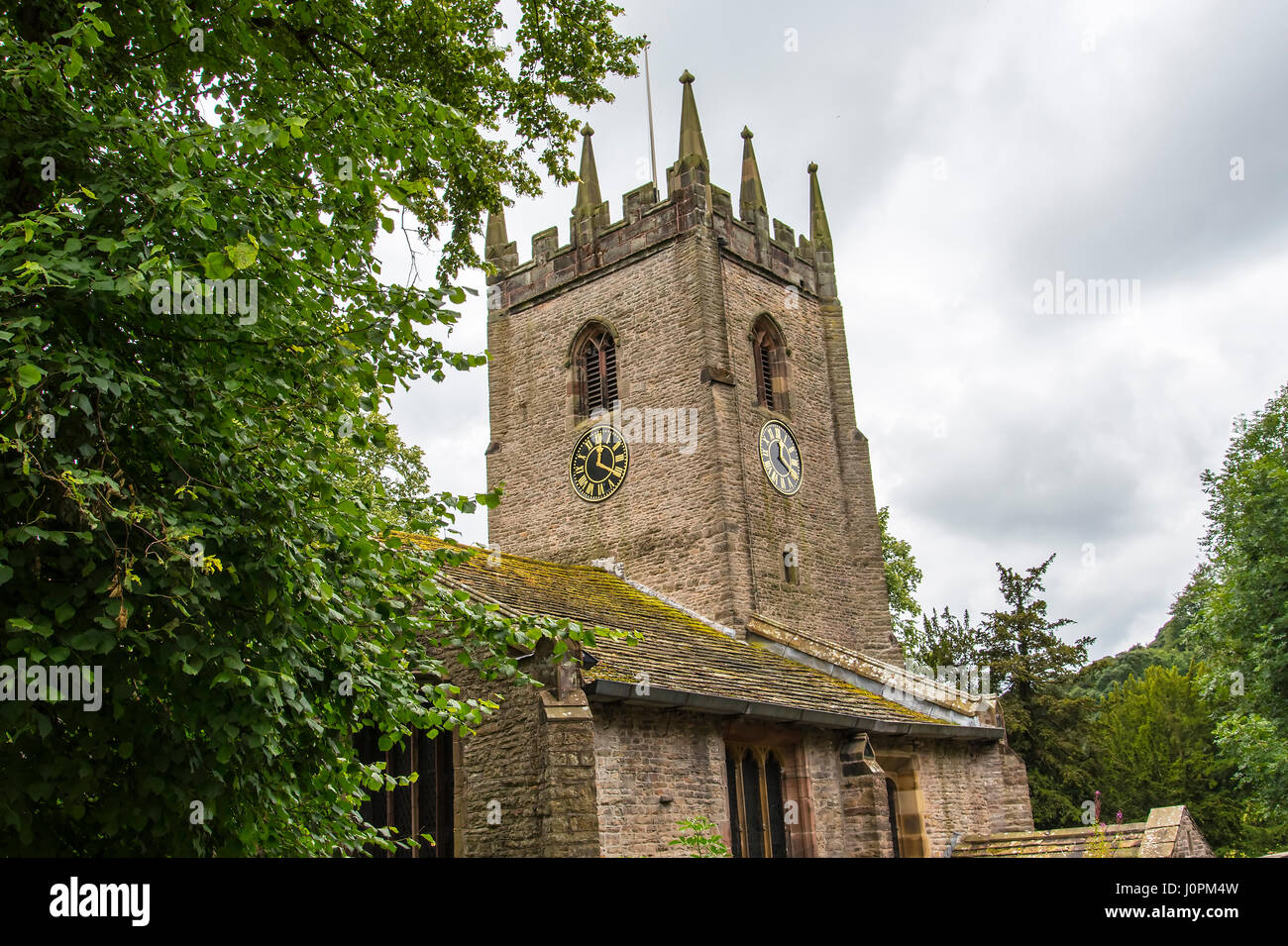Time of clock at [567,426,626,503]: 12:19
